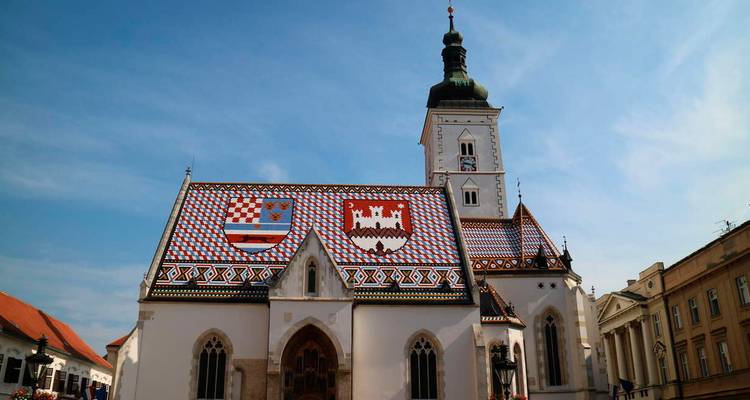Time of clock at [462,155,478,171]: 9:17
